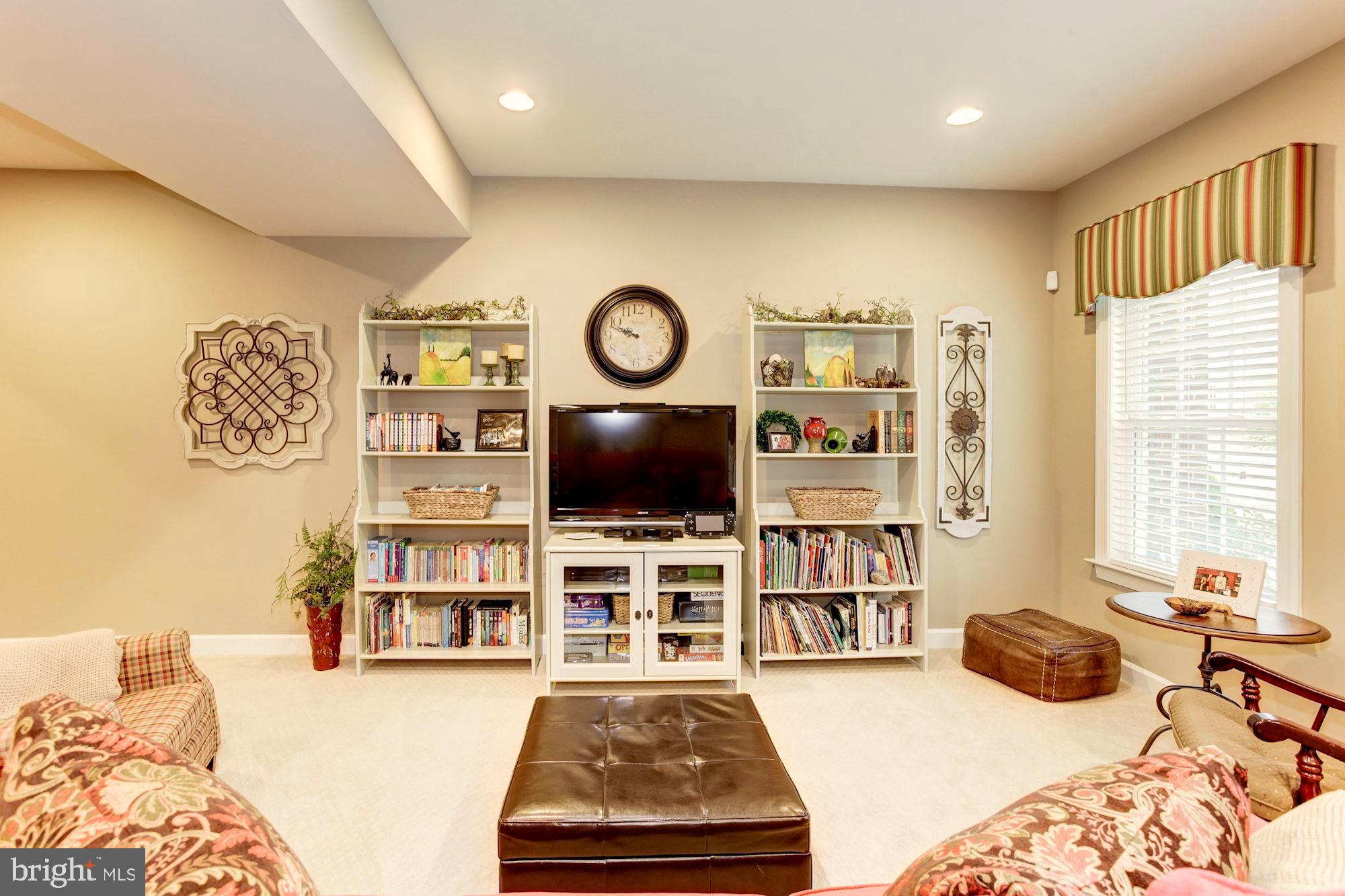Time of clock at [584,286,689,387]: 9:47
